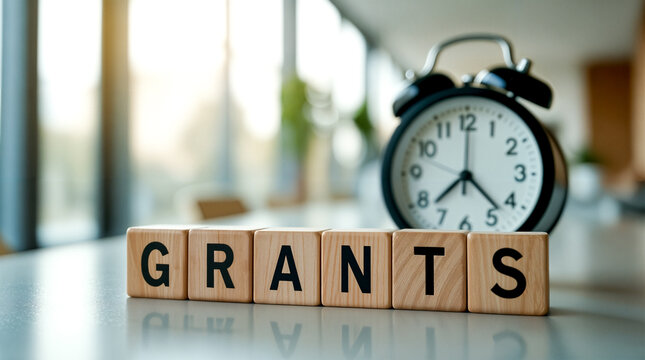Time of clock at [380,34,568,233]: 7:22
